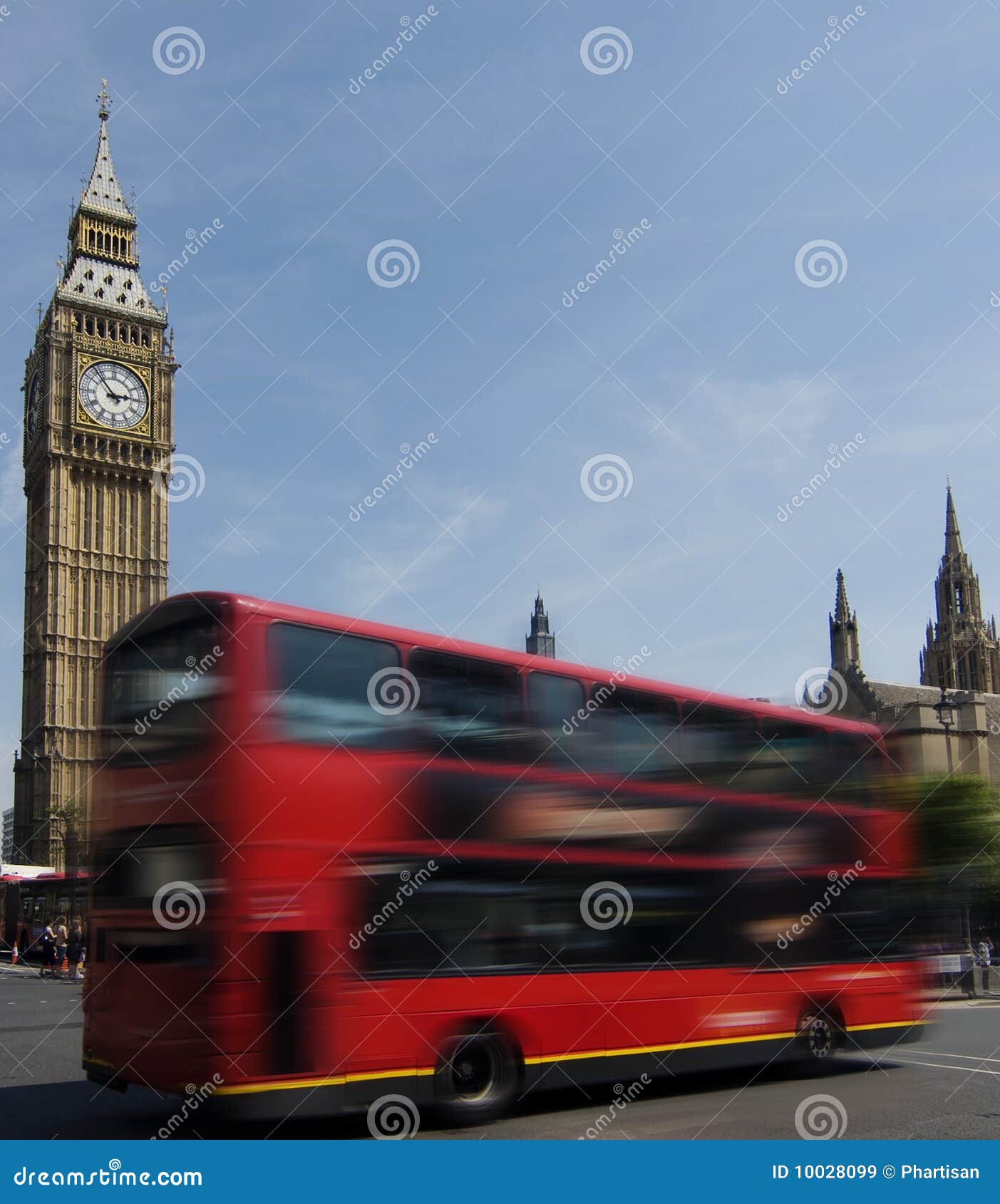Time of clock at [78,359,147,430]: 2:53
